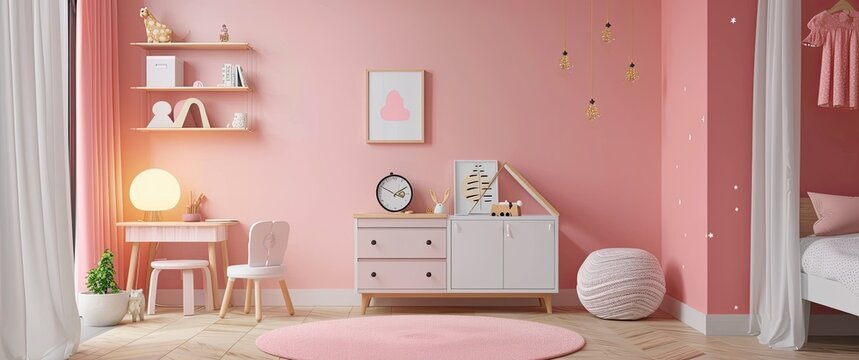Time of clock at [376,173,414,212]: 3:49
